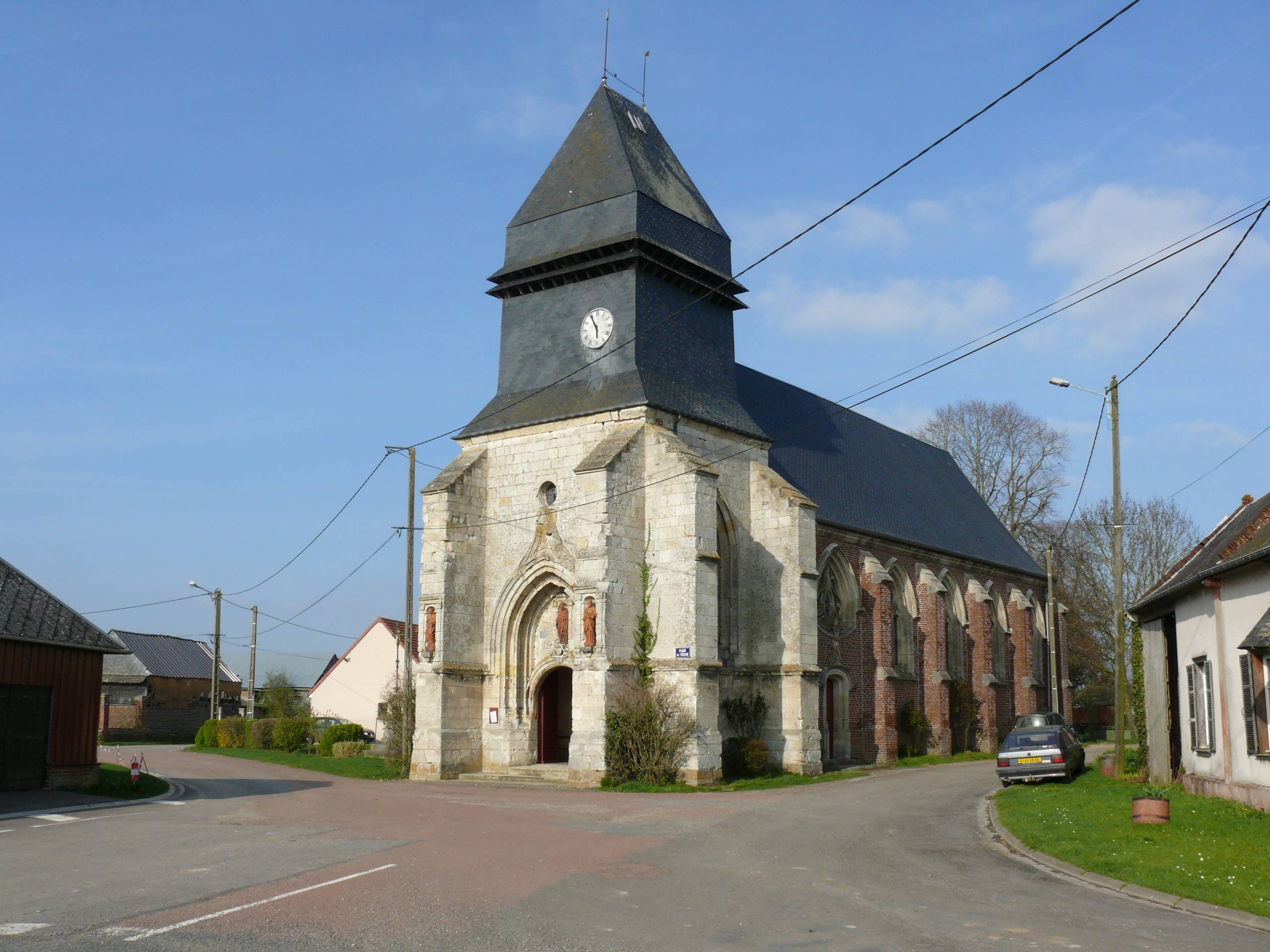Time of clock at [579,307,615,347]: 5:55
